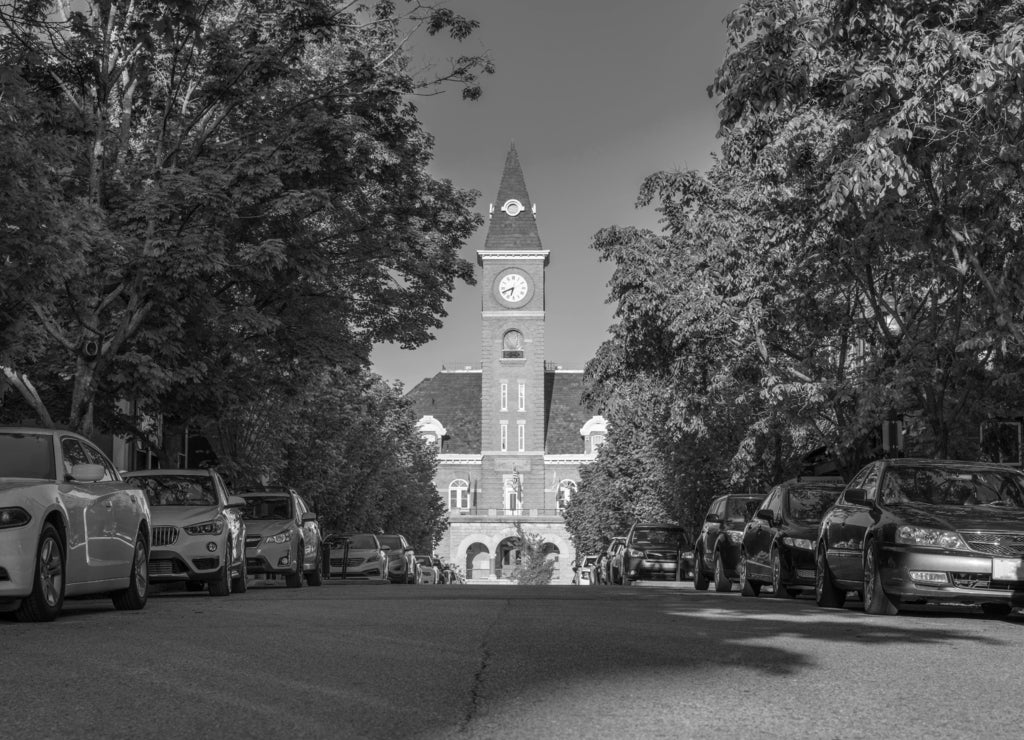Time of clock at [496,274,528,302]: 6:41
